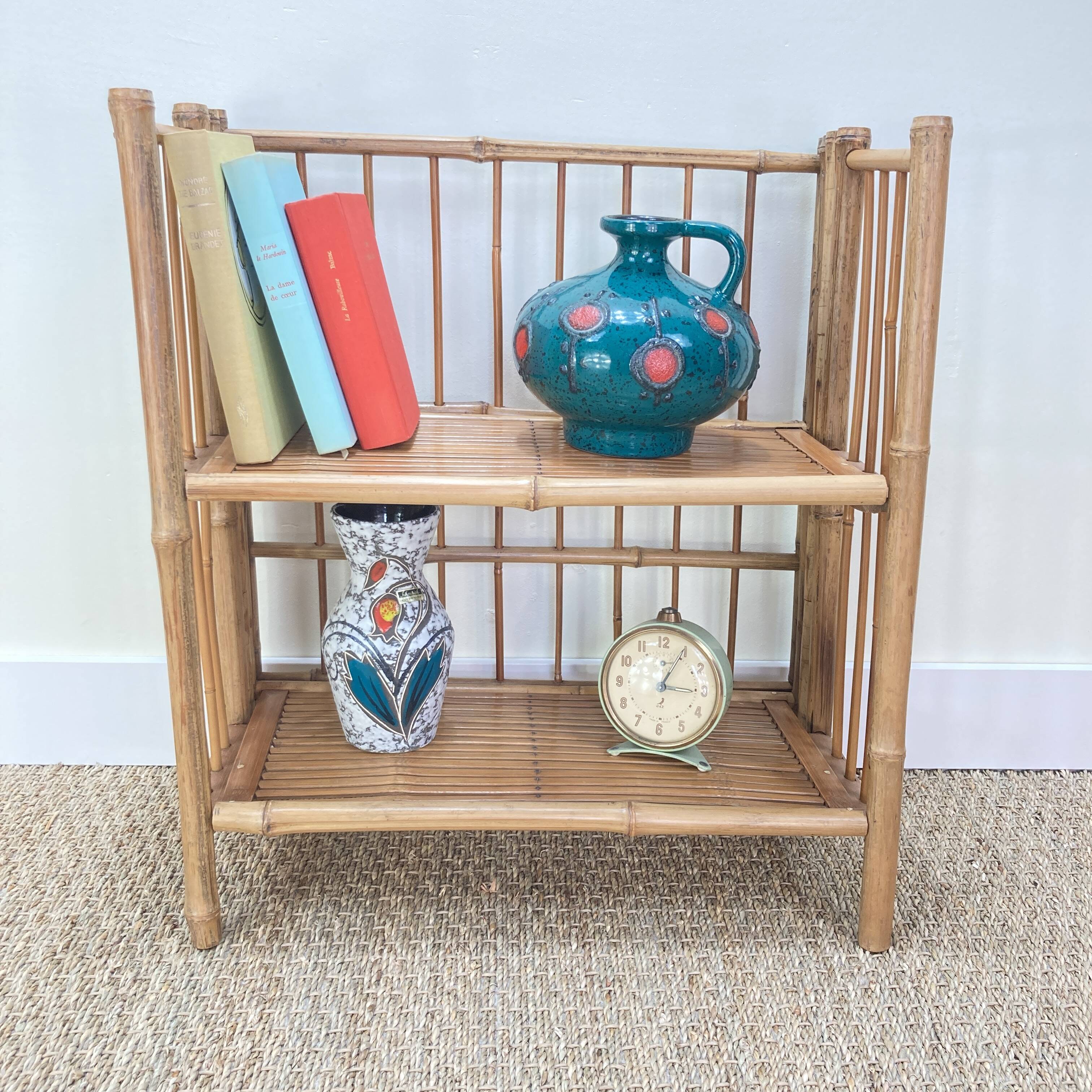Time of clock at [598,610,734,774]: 3:04
